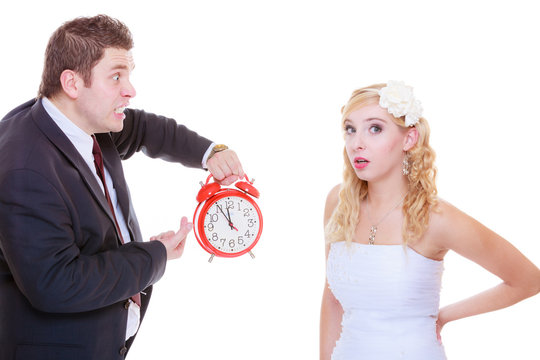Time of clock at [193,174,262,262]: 11:54
